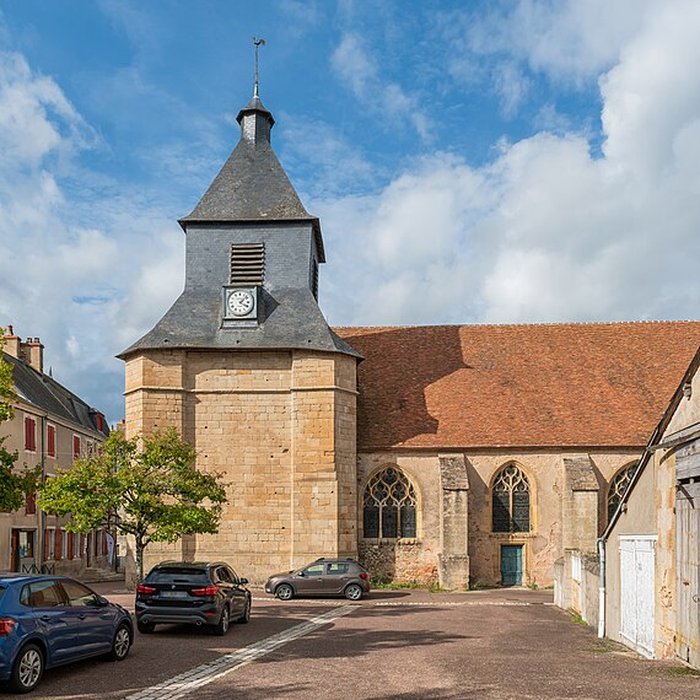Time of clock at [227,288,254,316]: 4:07
